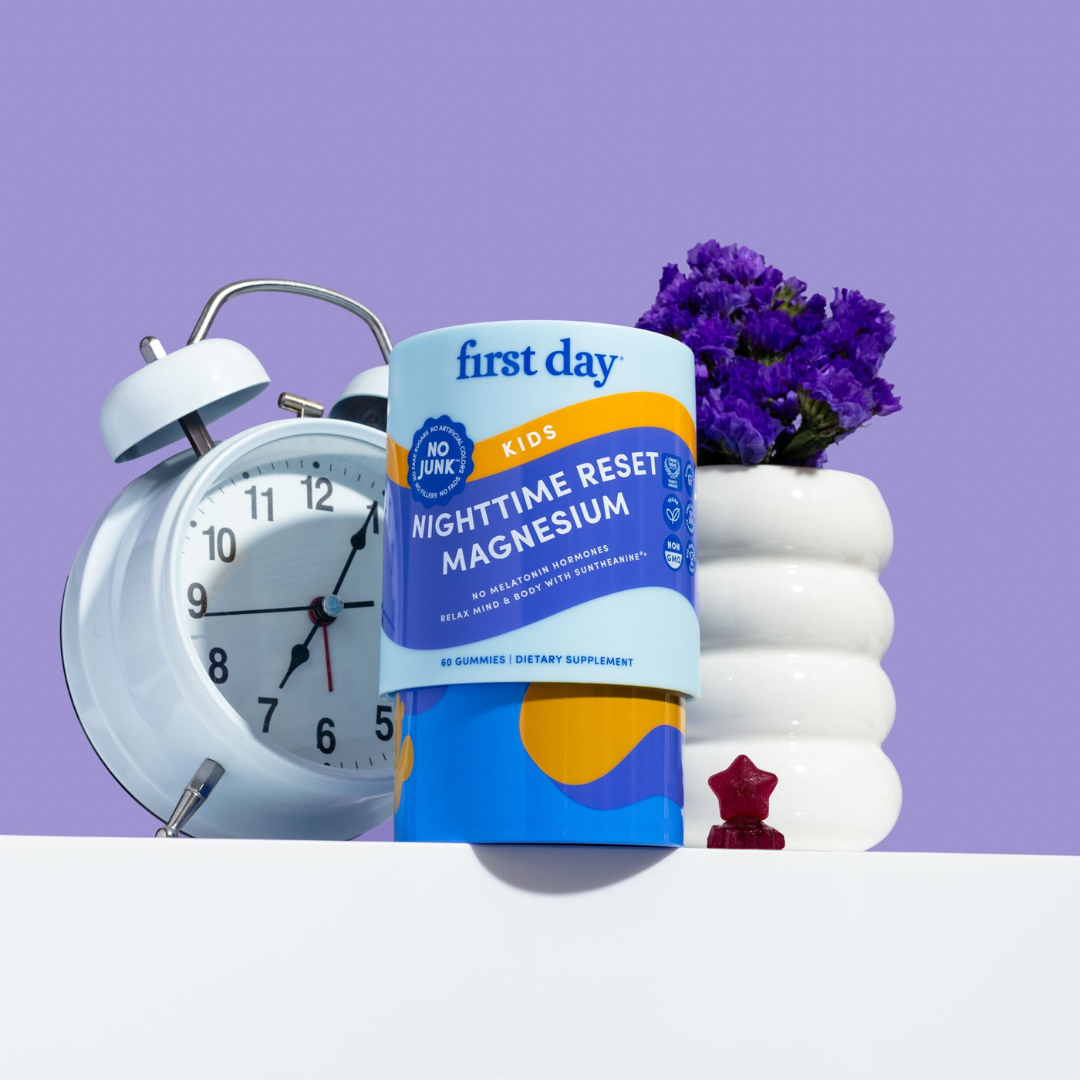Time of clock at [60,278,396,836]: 7:04
